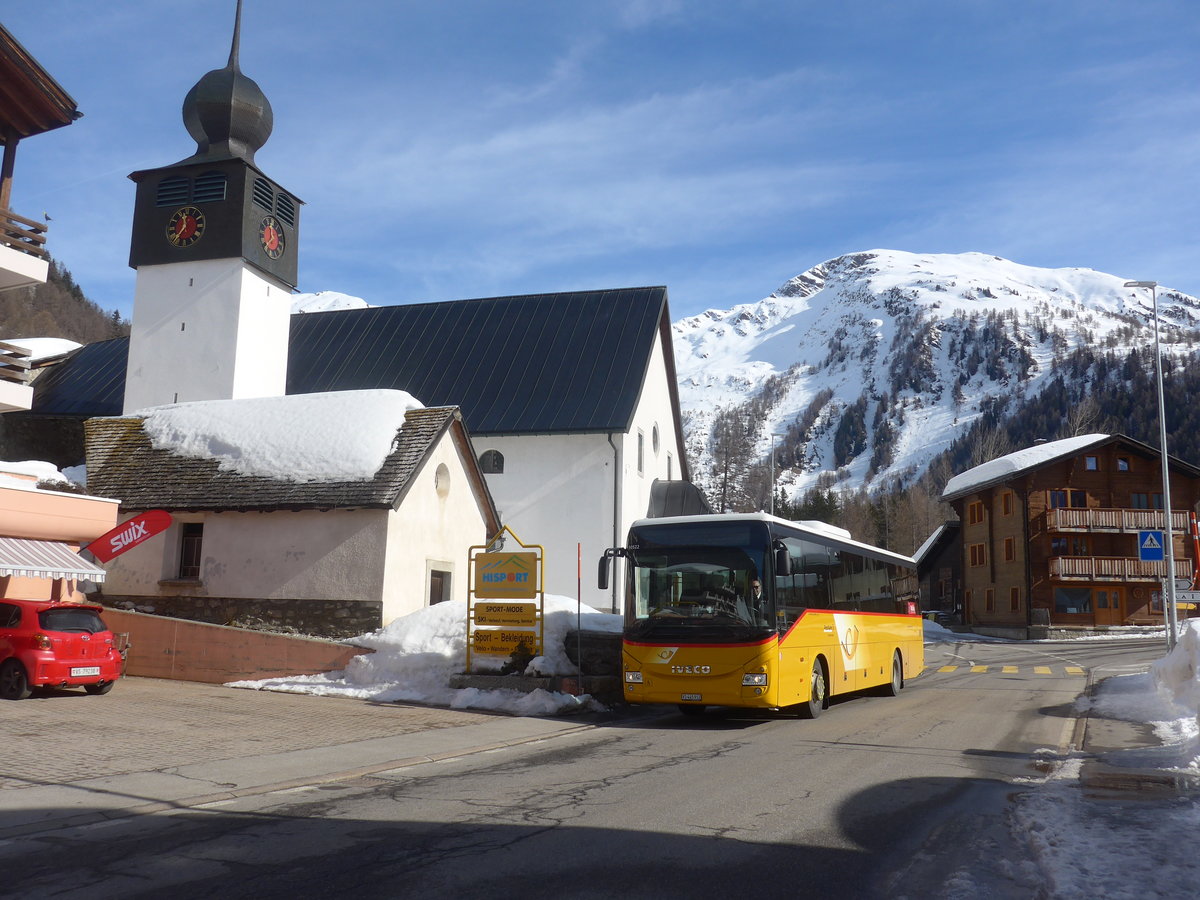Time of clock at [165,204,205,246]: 11:36
